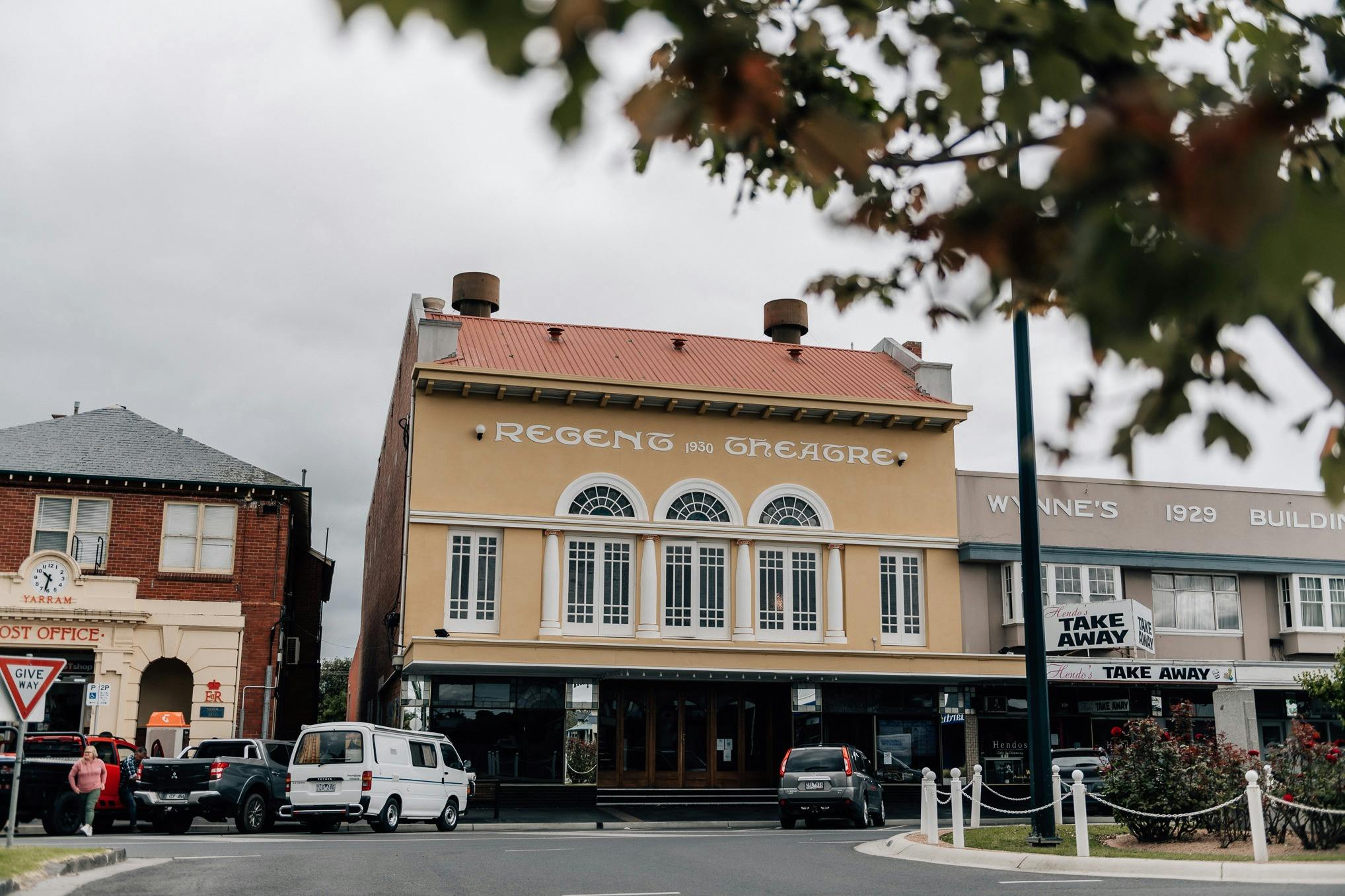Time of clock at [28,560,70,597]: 10:32
